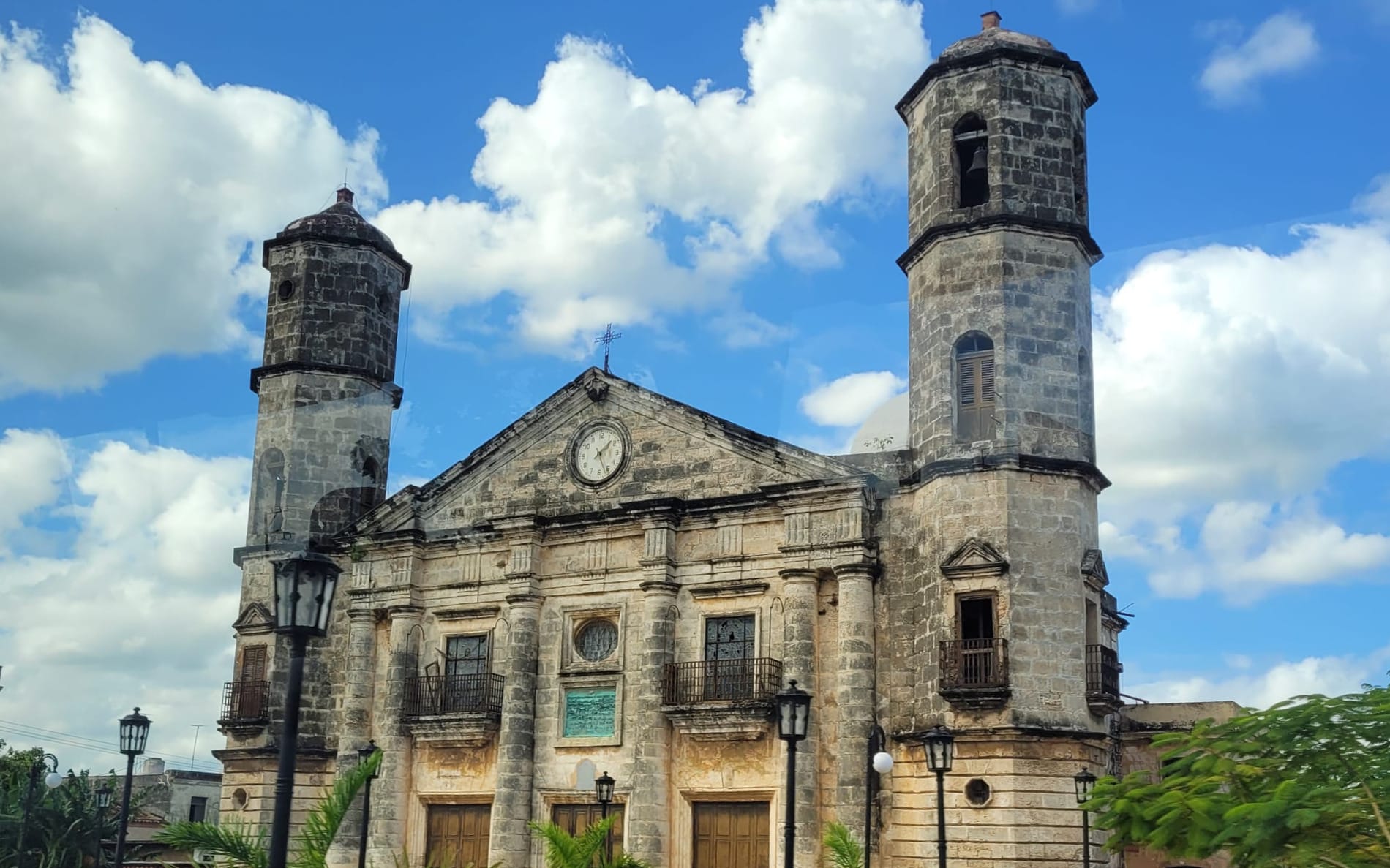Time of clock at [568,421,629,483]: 1:26
